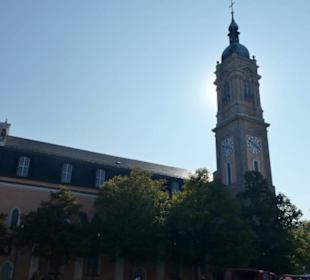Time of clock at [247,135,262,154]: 3:50
